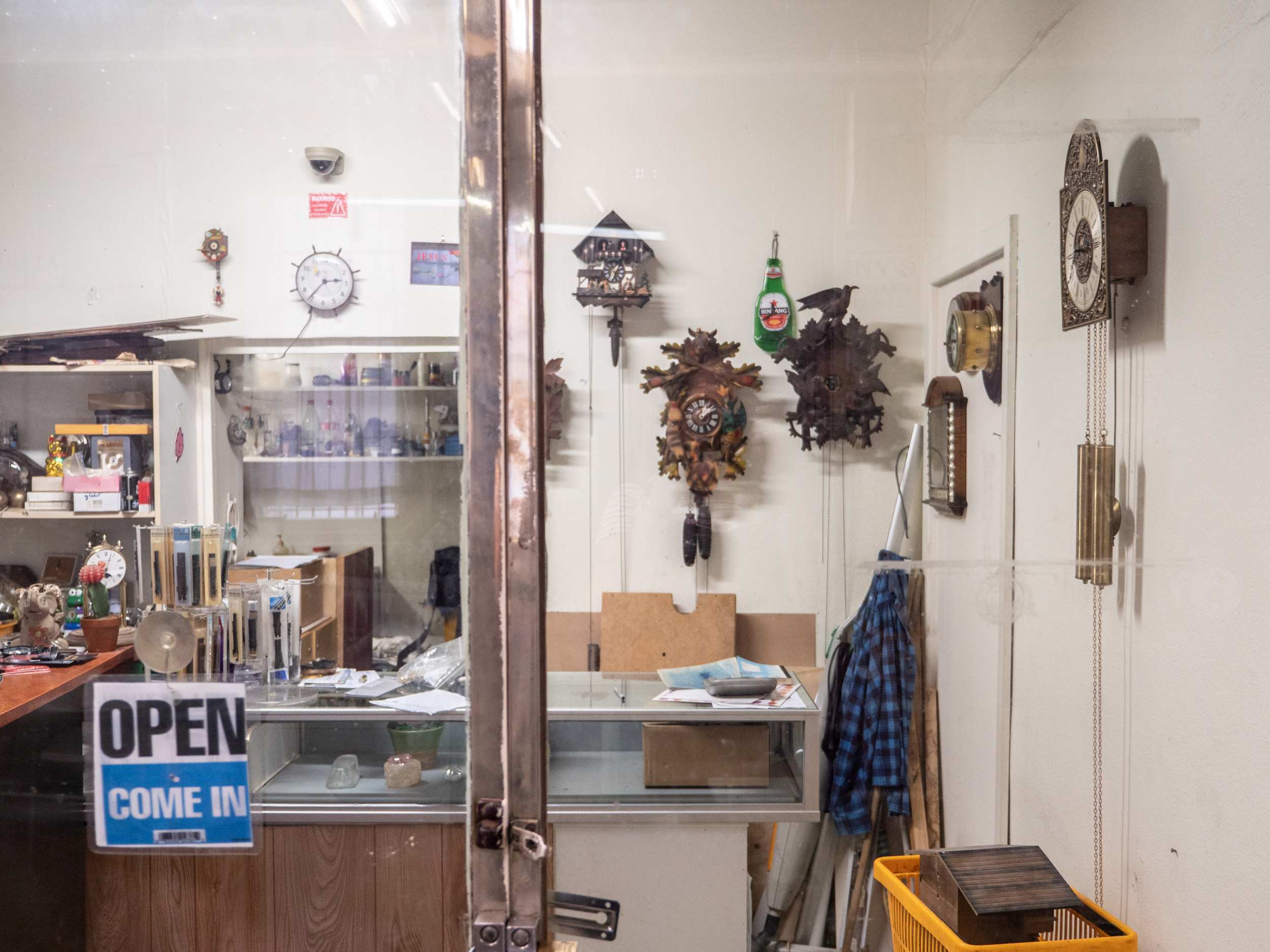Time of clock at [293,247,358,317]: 2:36
